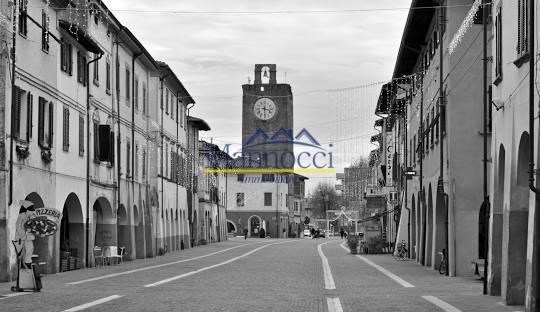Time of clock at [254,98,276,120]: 3:29
